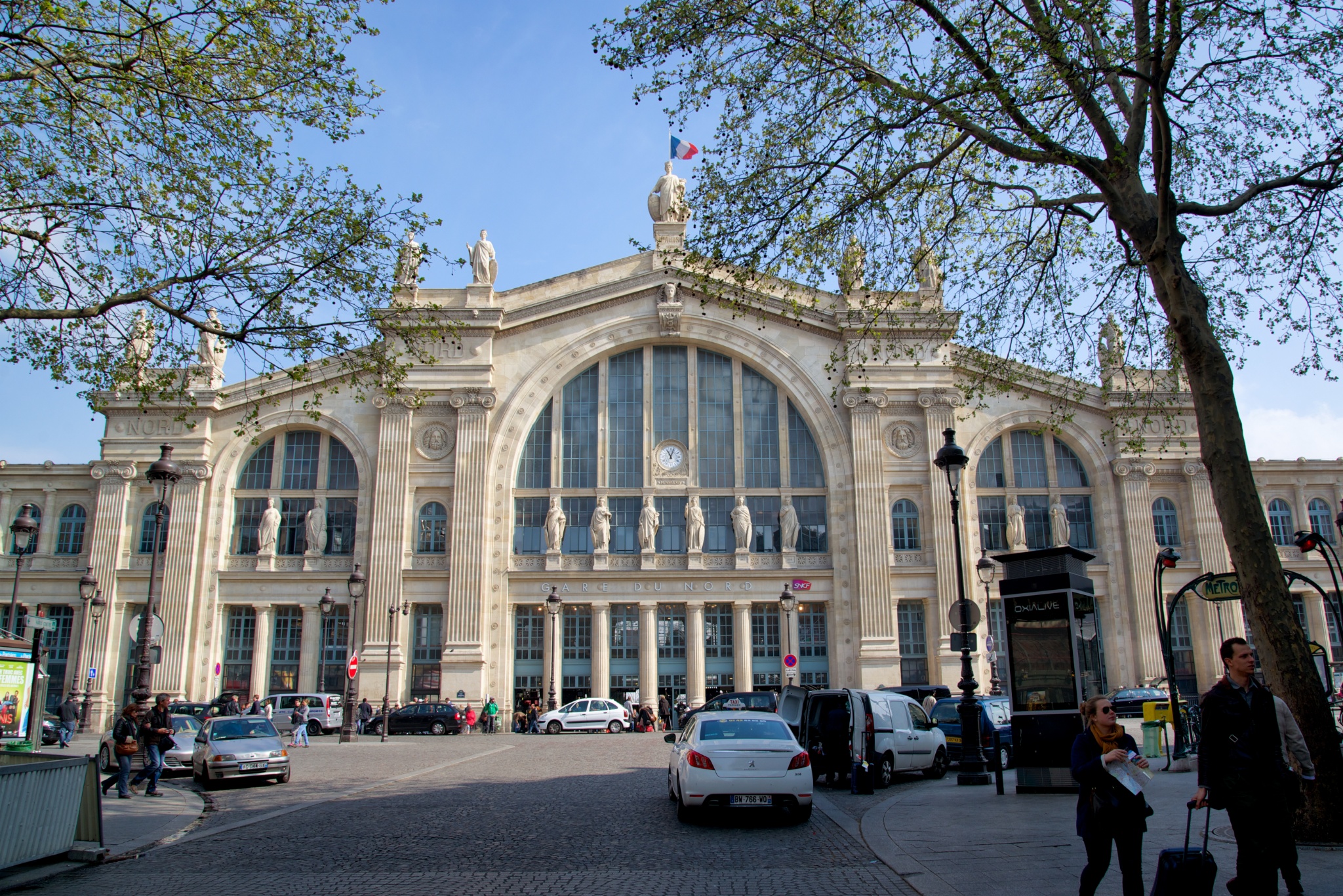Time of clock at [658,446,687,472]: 11:03
